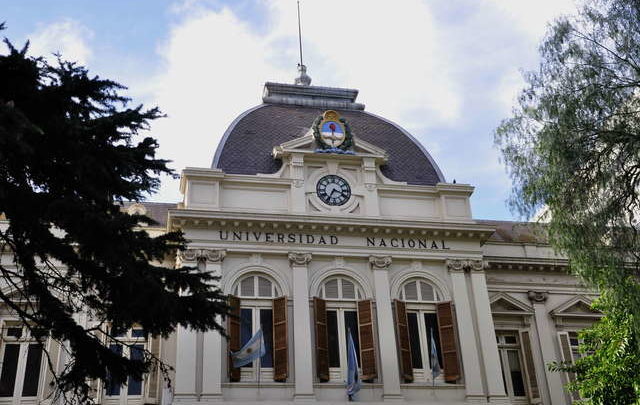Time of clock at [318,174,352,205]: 3:34
